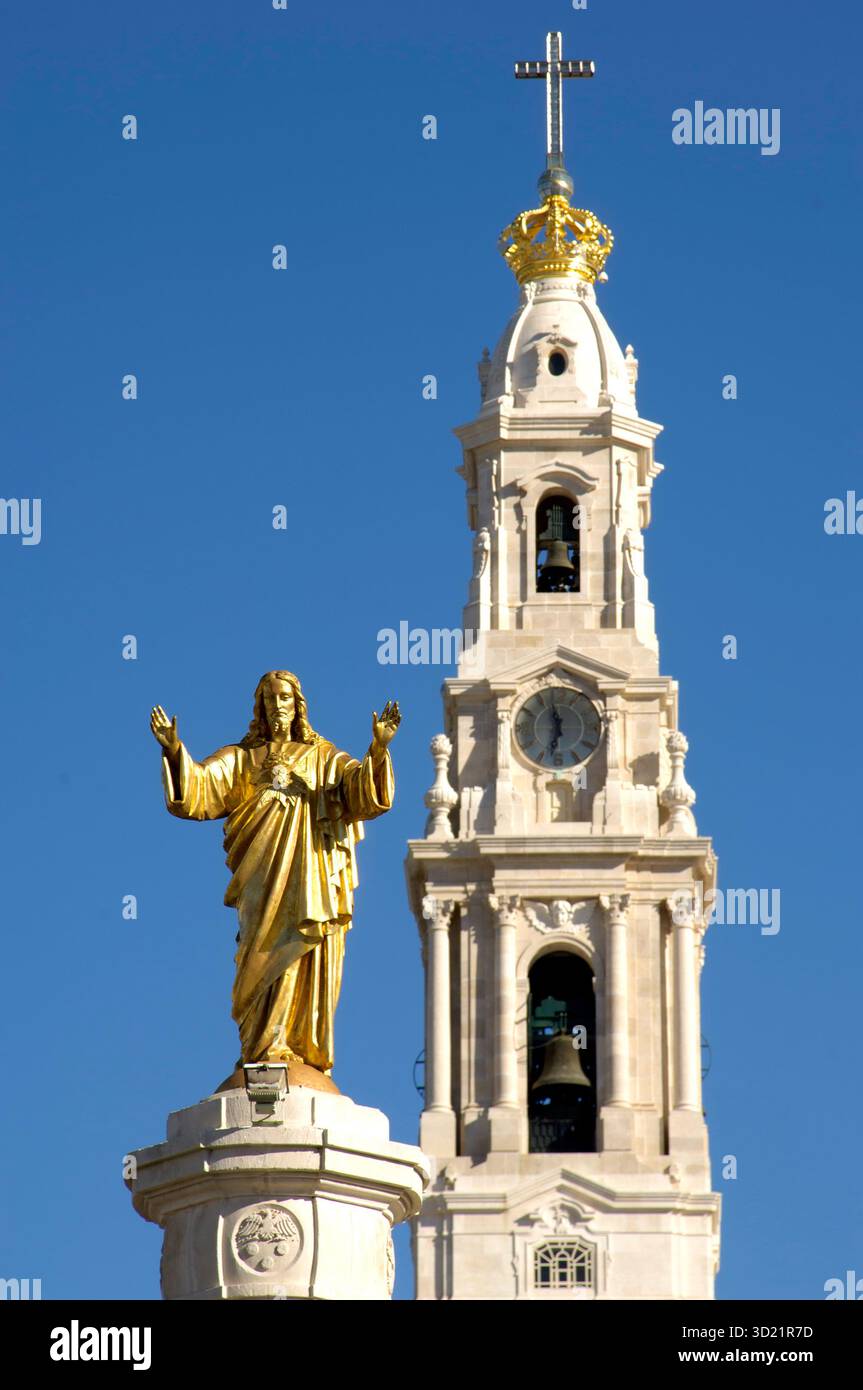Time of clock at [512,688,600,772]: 11:32
